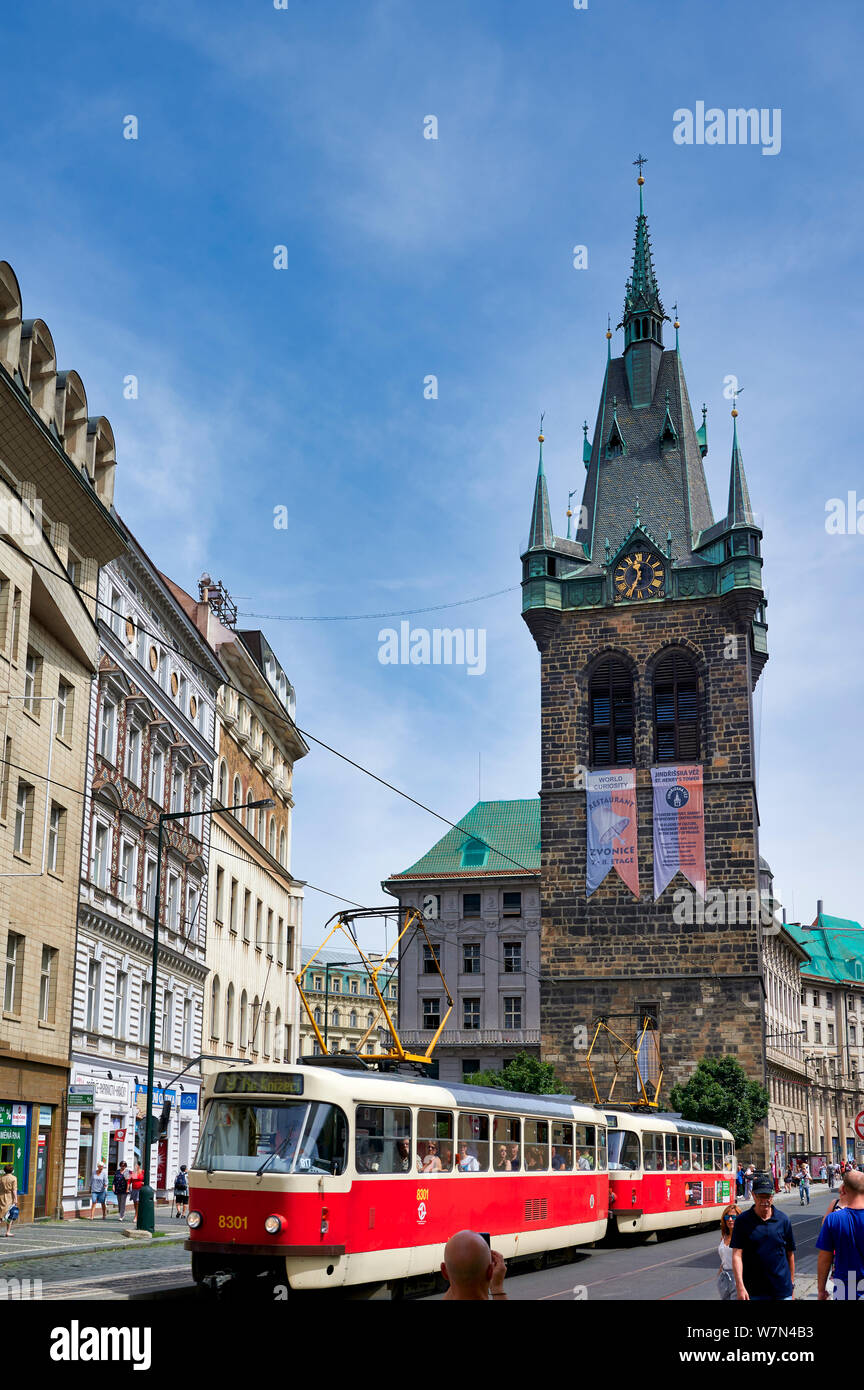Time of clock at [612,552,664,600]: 12:34
